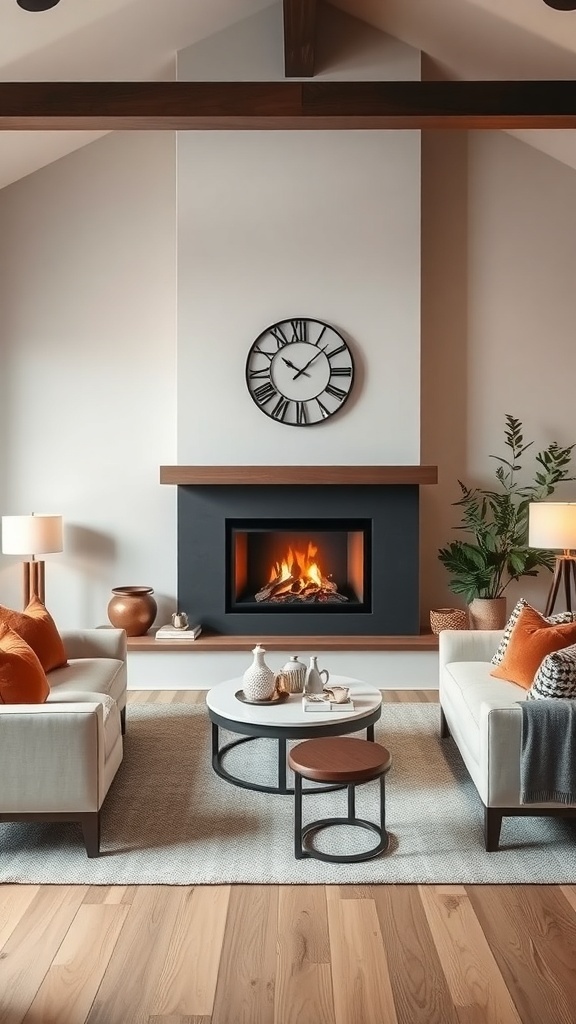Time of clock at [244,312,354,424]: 10:07
